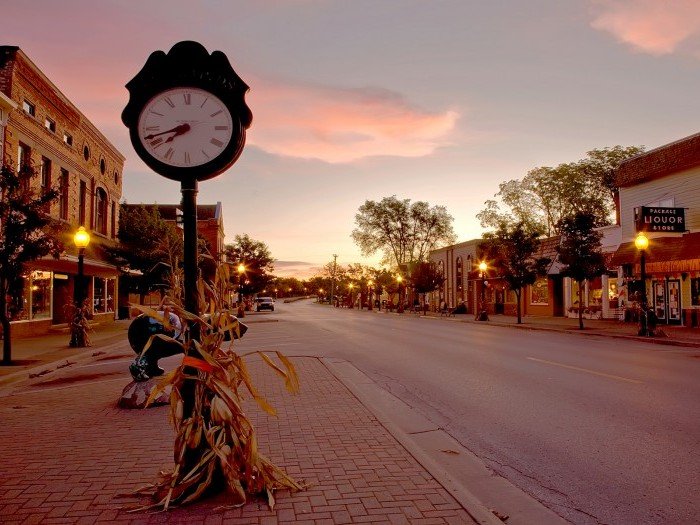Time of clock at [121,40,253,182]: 7:42
